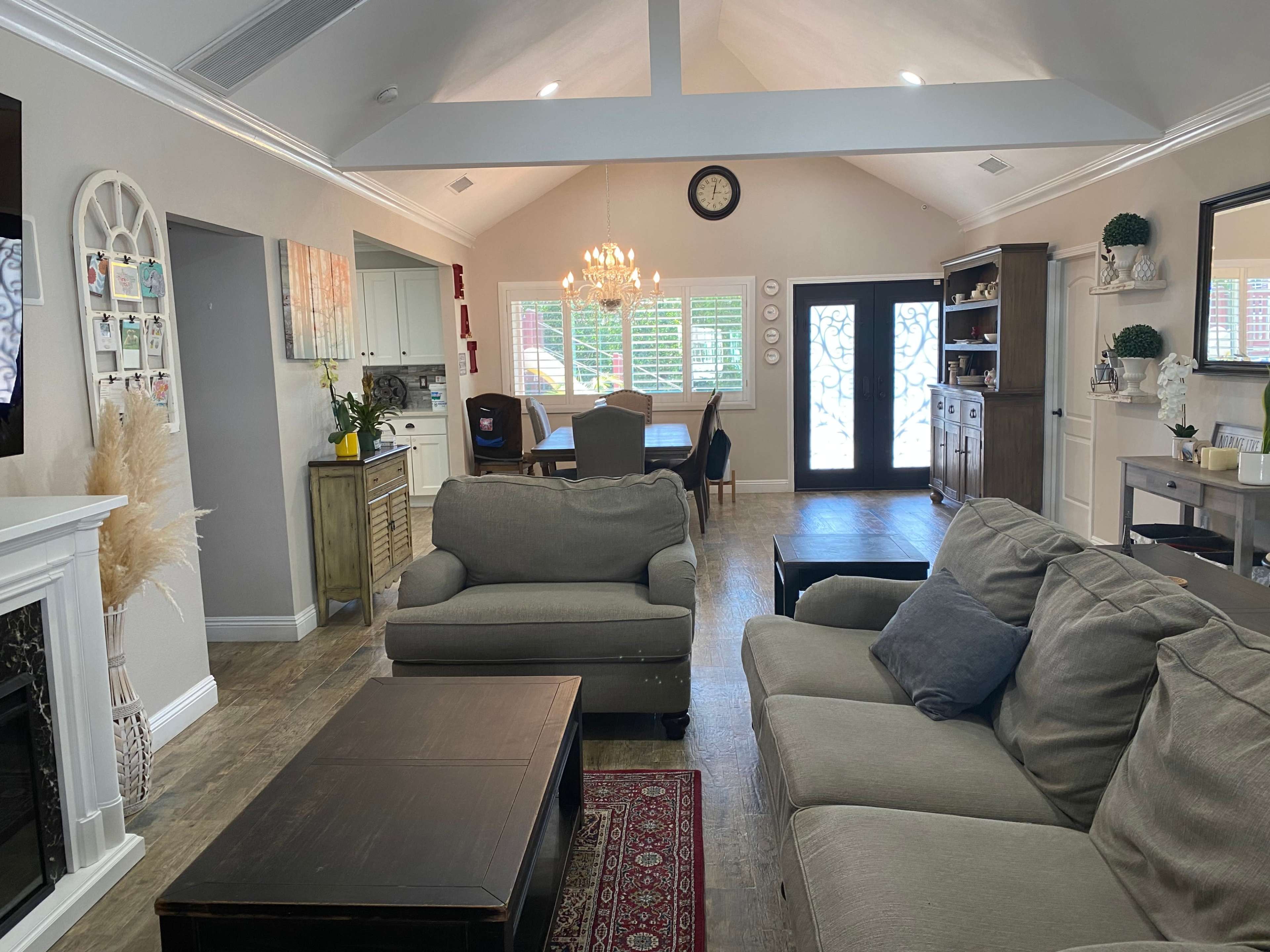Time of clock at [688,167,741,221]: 3:02
